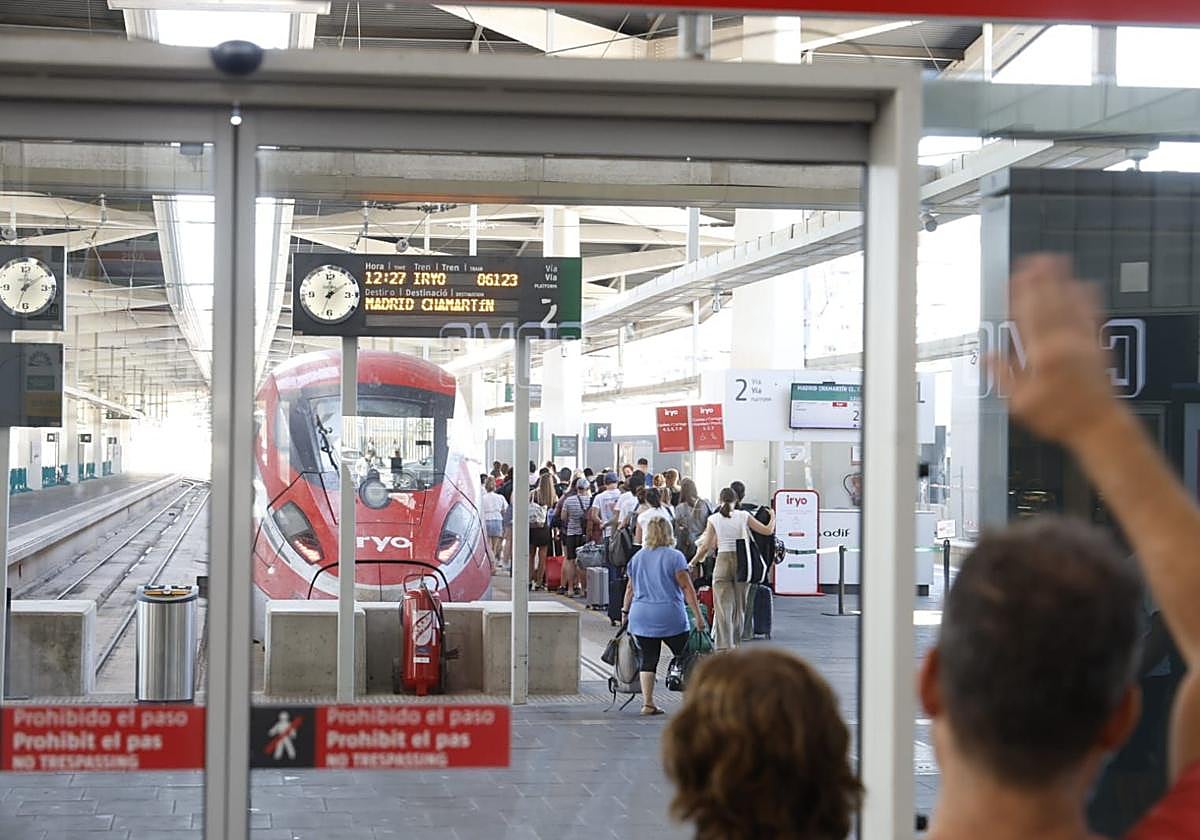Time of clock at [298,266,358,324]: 12:09
